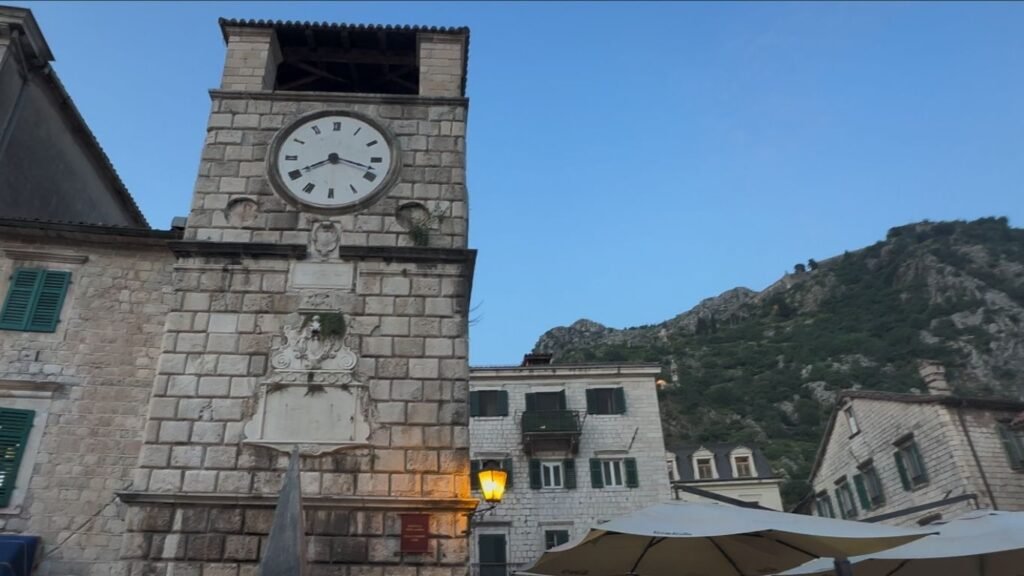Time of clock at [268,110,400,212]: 3:40
